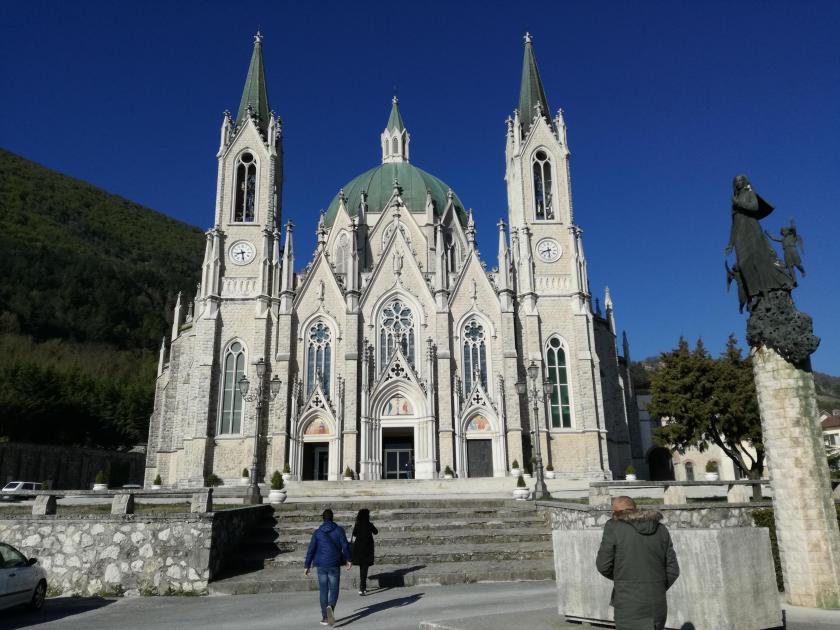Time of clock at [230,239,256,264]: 8:28
